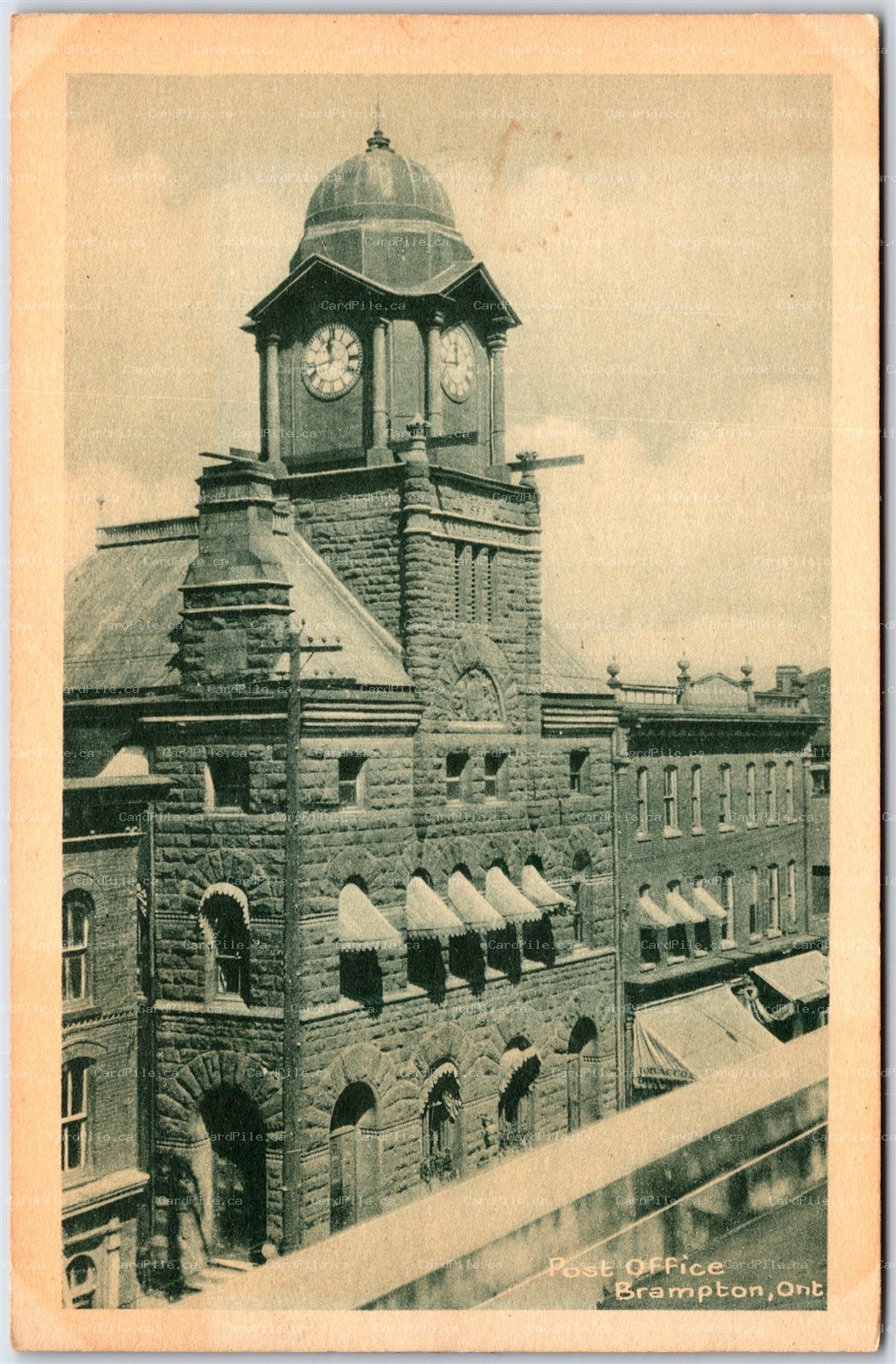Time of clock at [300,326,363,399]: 11:42
